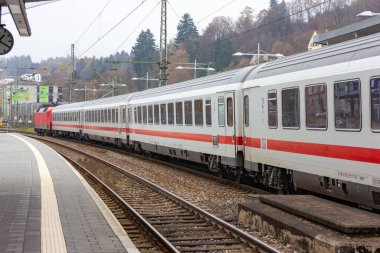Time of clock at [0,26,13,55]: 1:19
